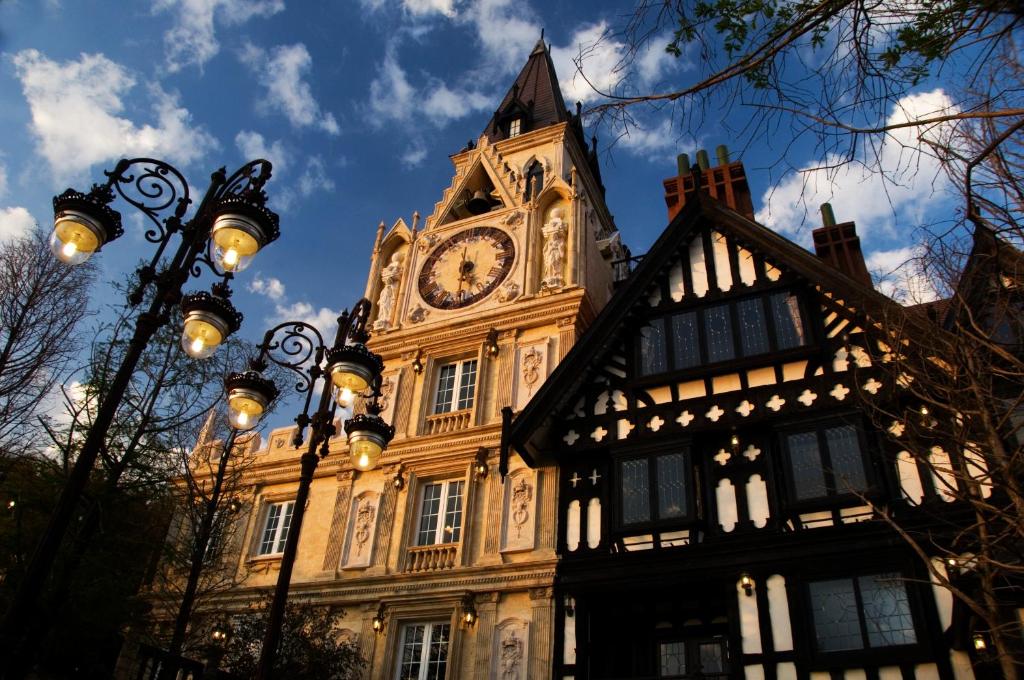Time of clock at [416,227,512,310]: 5:30
